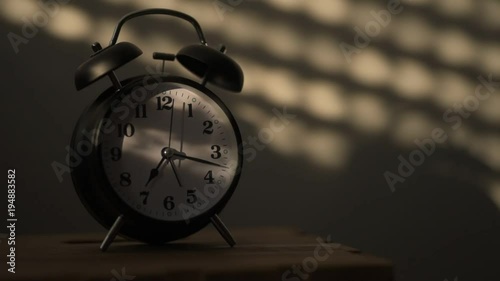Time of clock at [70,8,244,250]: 7:17
